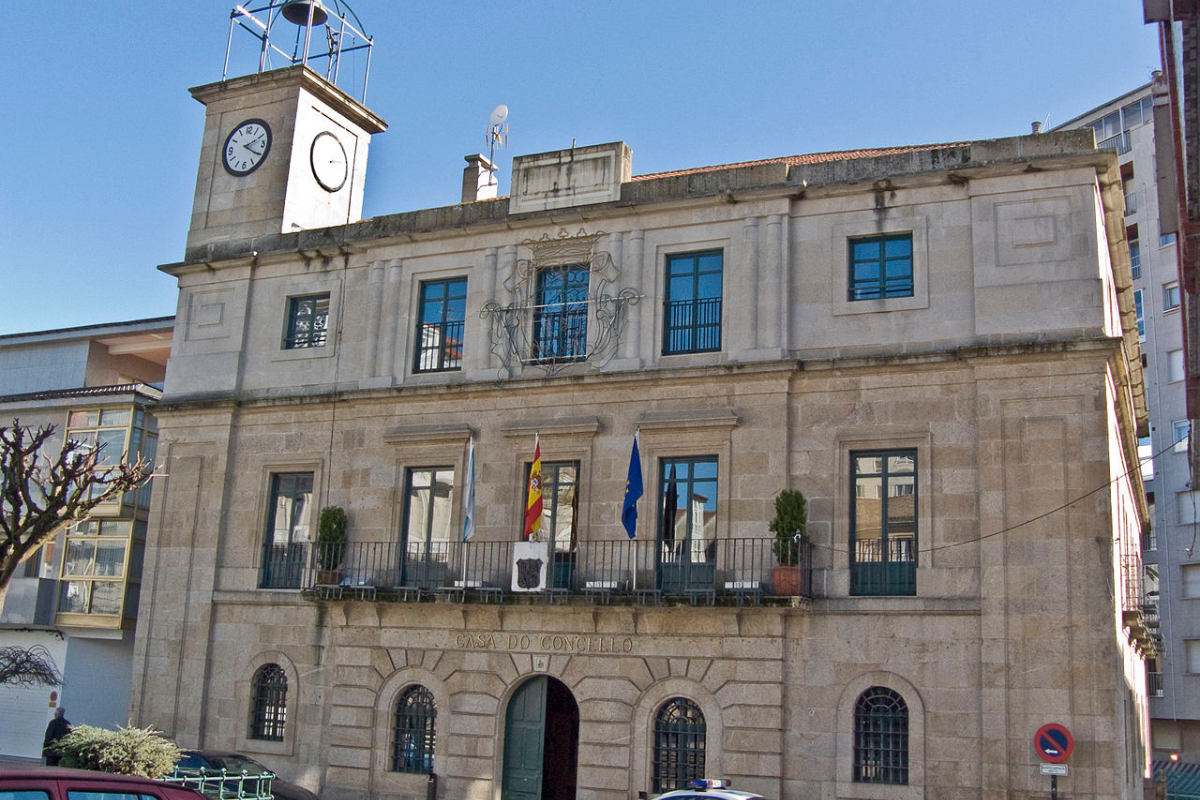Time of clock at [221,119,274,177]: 2:20
